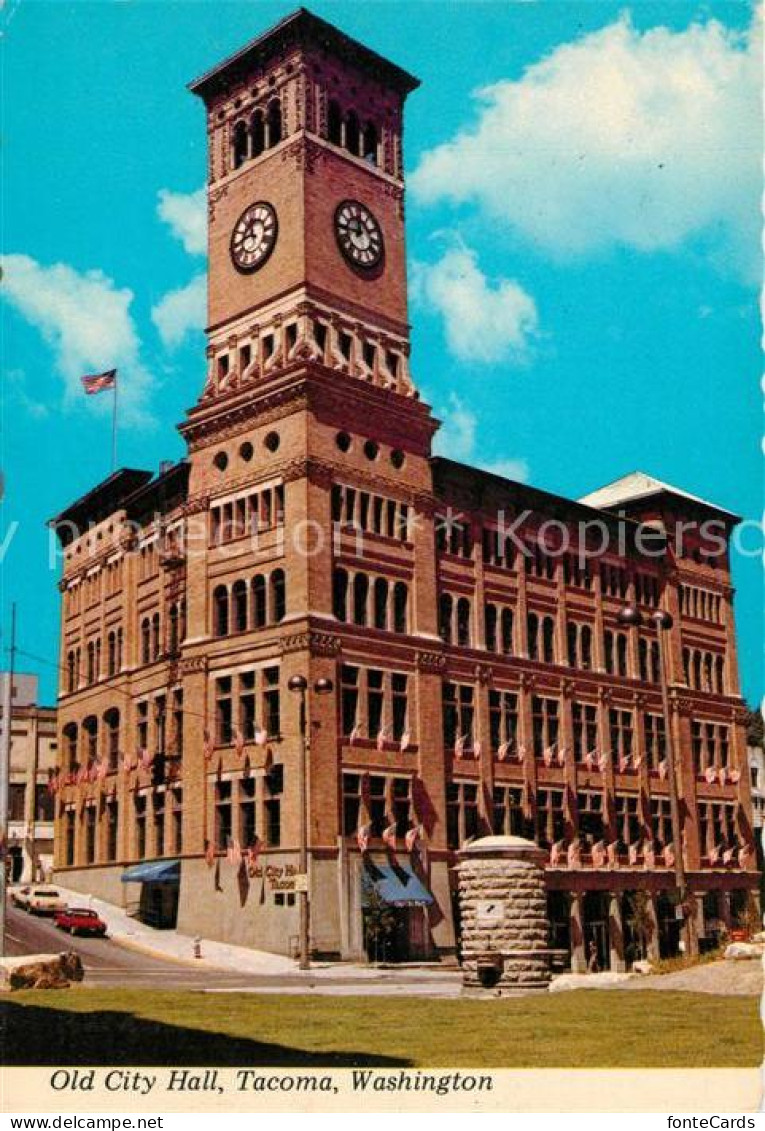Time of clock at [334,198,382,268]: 11:44
